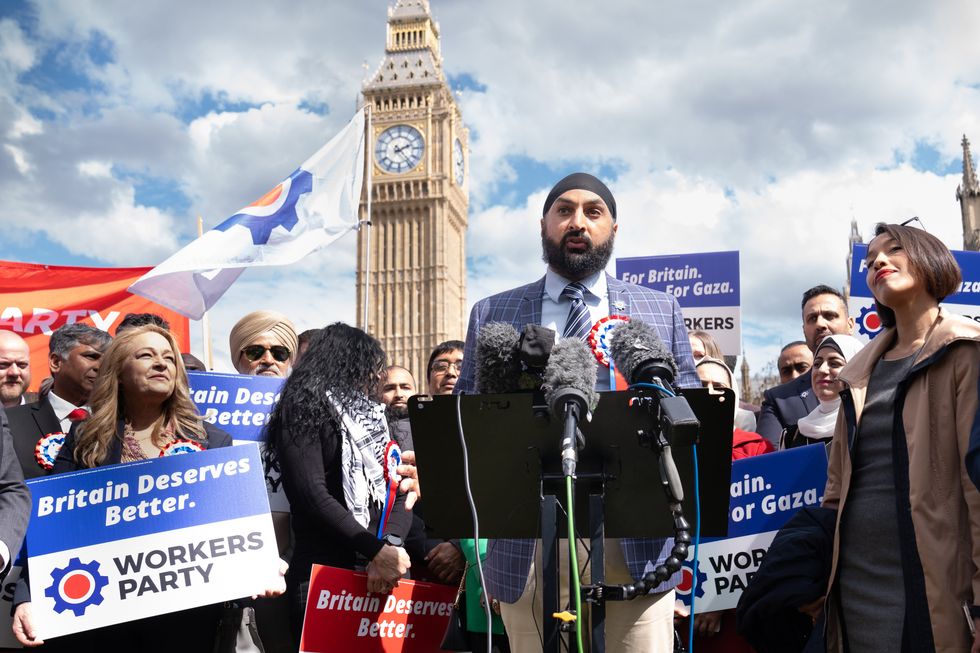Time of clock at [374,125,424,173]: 2:23
